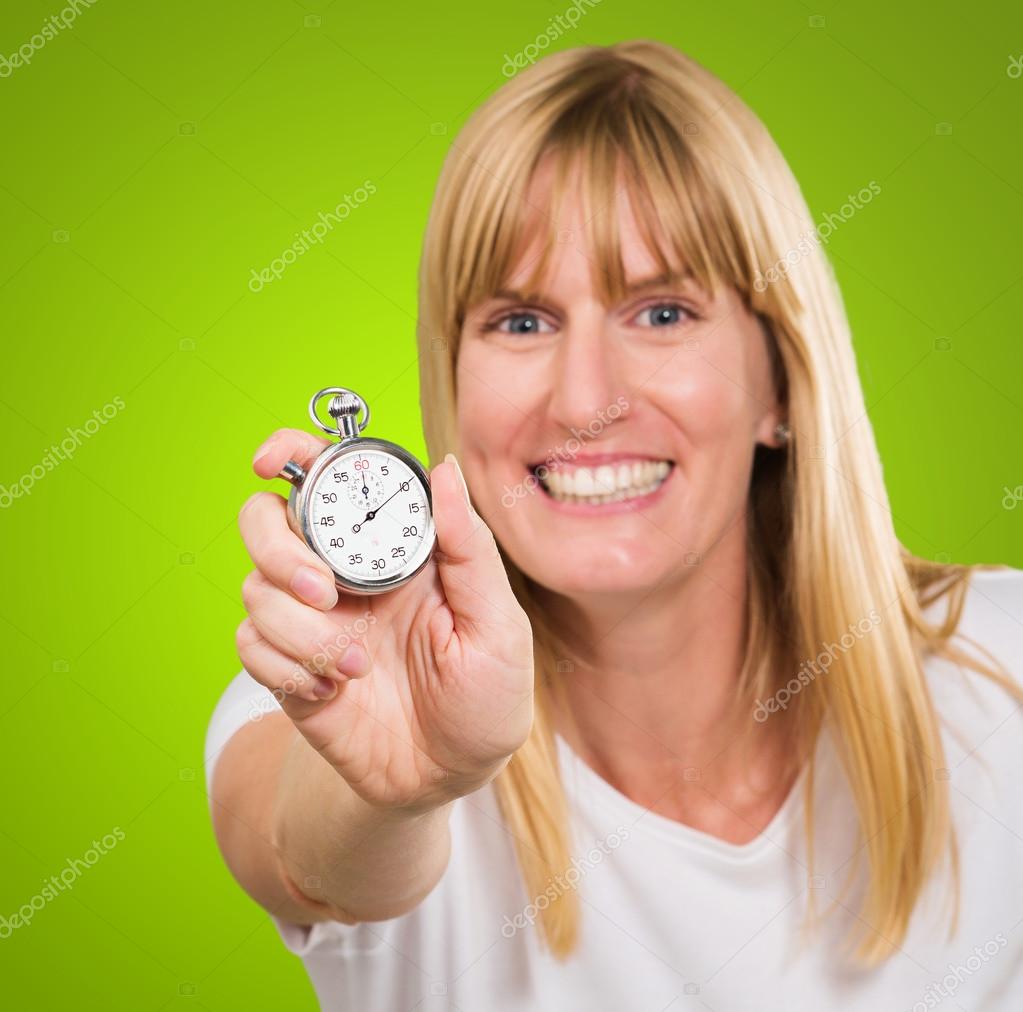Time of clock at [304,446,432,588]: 12:09
